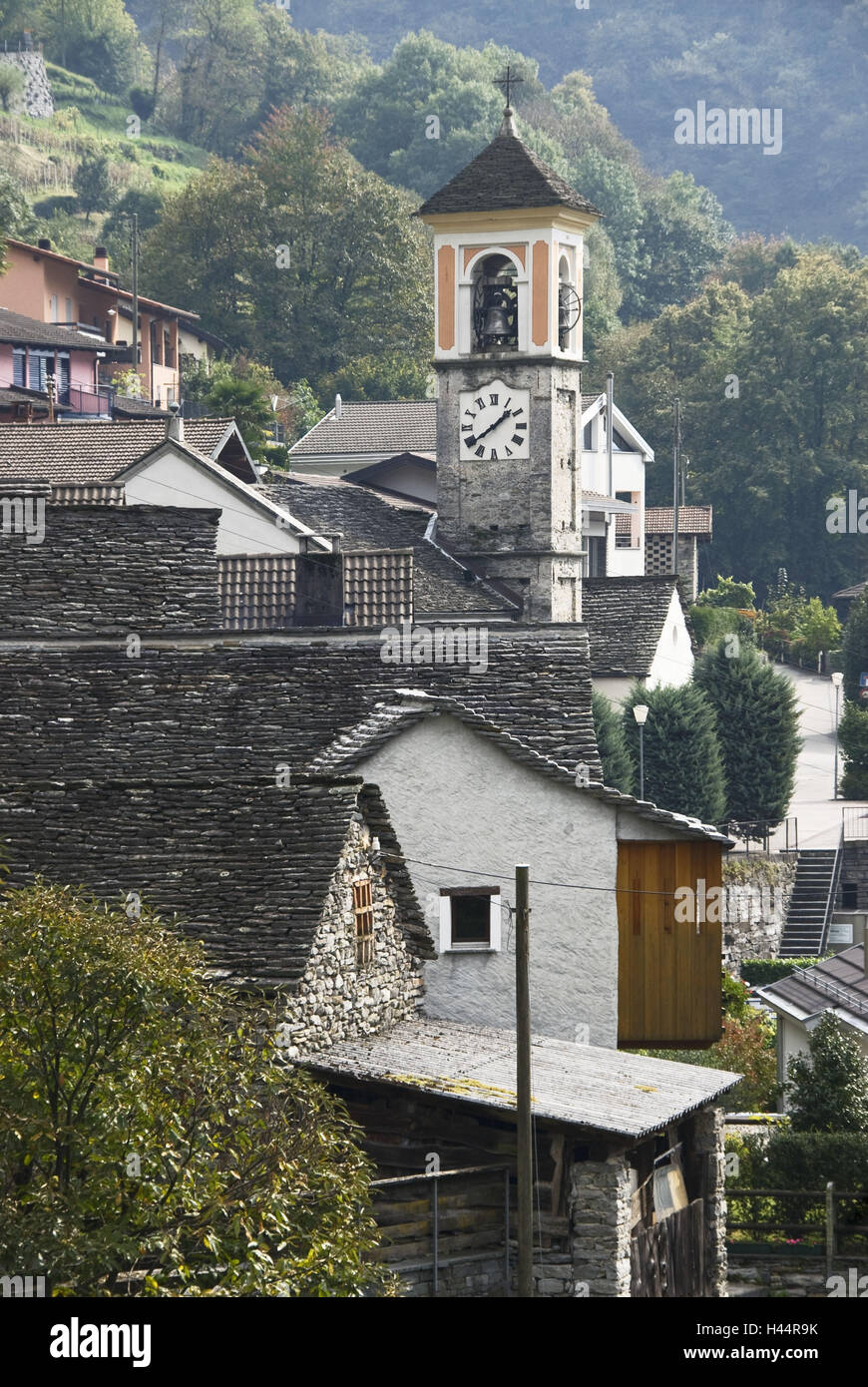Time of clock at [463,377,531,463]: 1:38
